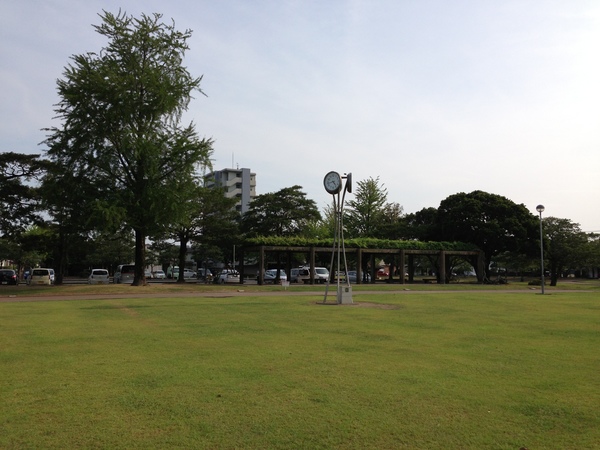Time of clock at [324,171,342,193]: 4:42
